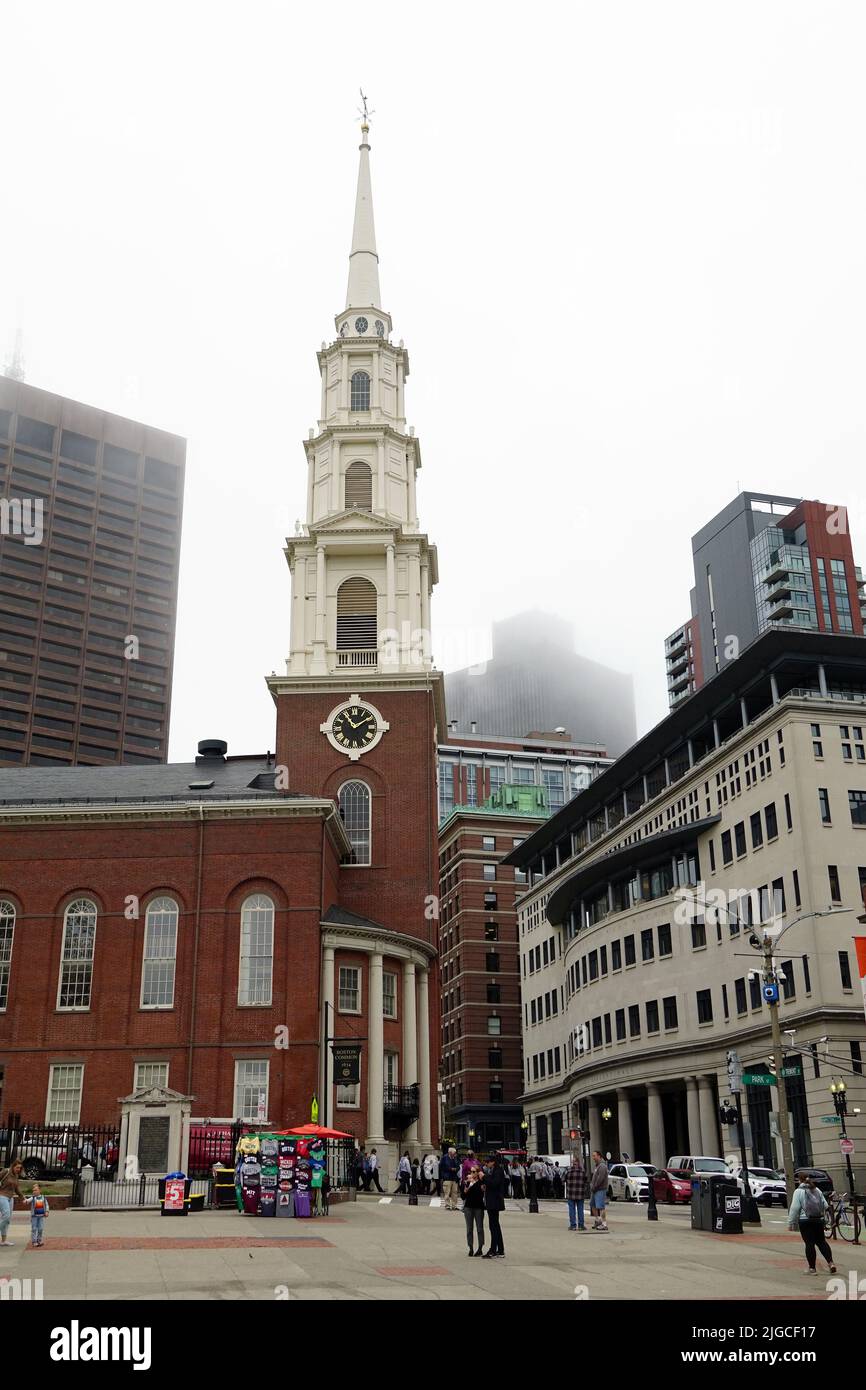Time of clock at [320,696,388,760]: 1:54
